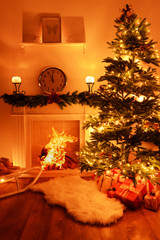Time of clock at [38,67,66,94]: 11:55
